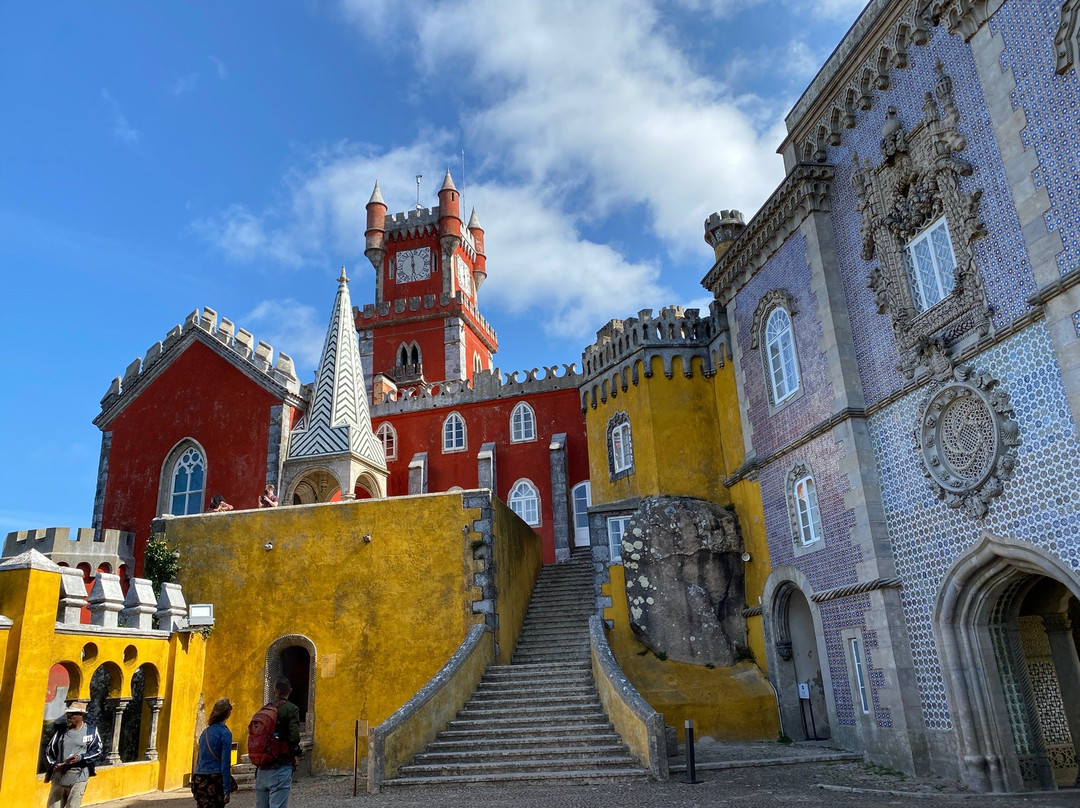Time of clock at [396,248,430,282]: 5:59
